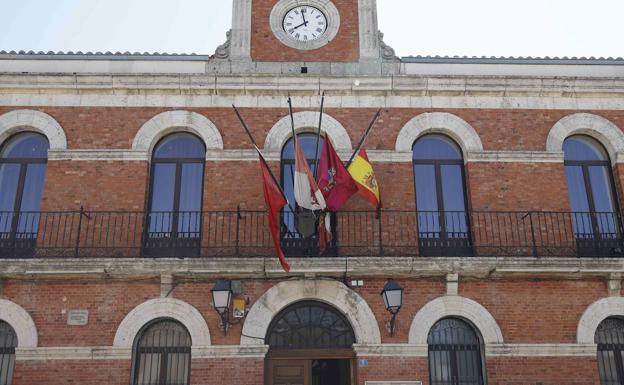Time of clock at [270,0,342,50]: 7:58
